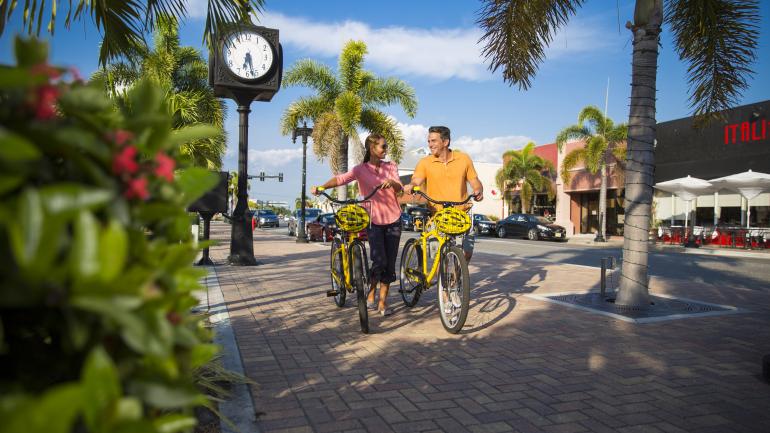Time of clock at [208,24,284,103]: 6:27
